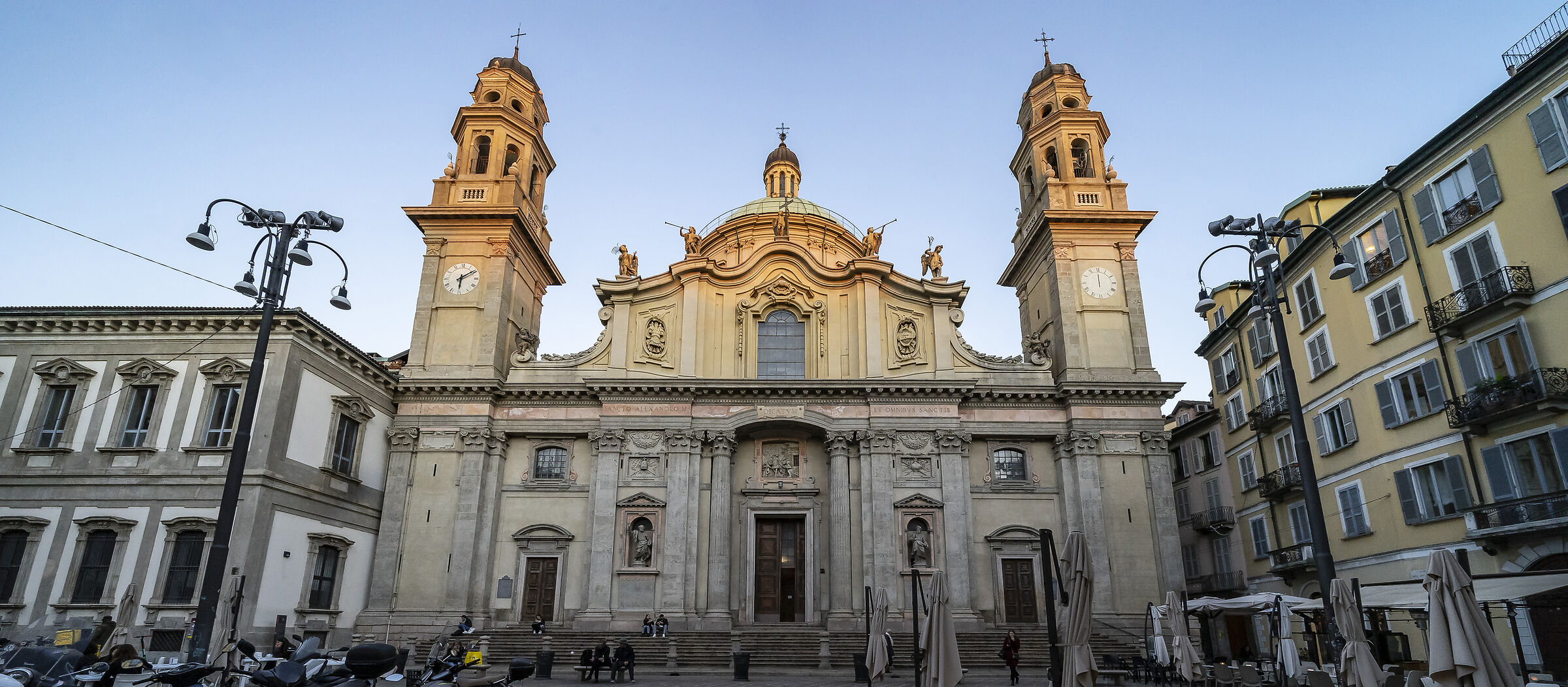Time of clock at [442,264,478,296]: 6:09
